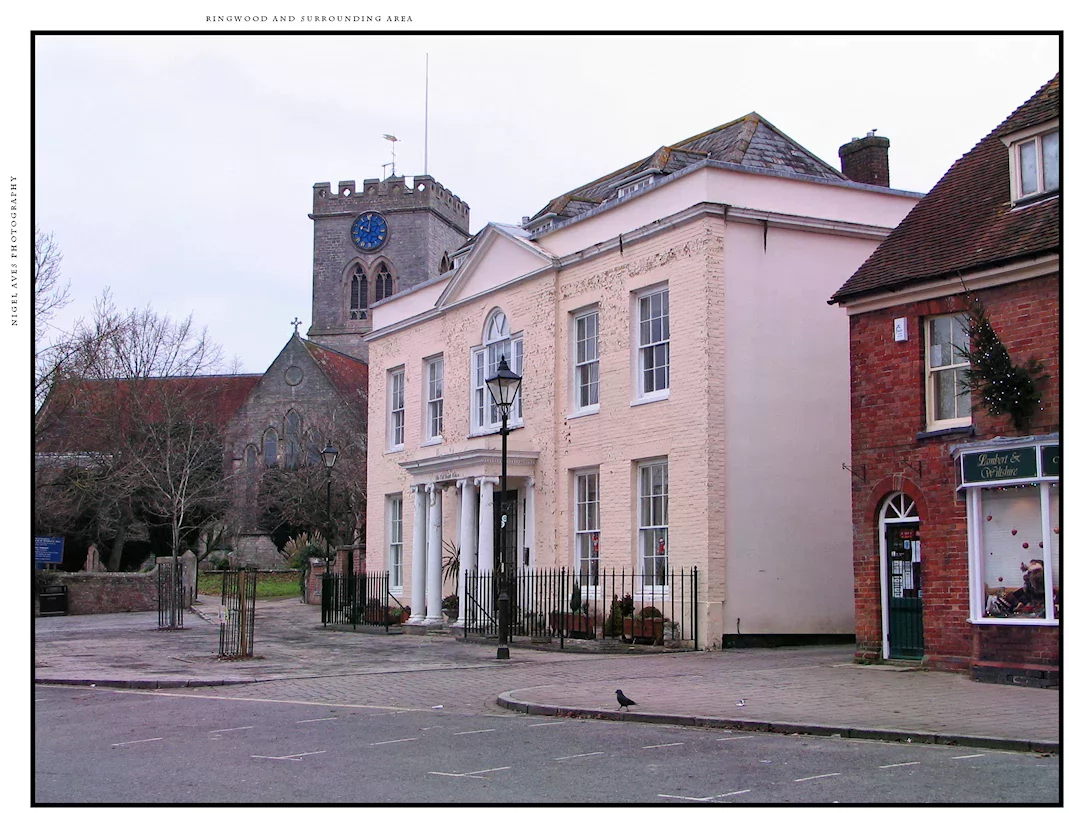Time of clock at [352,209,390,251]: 10:01
